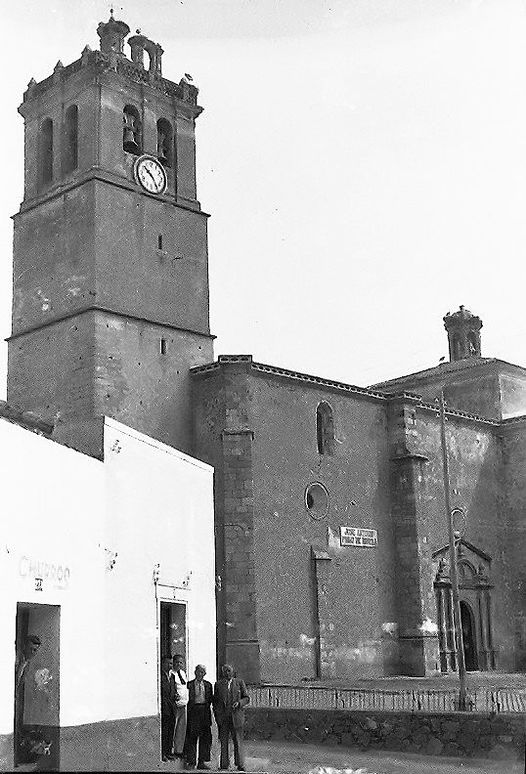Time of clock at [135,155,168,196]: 10:24
